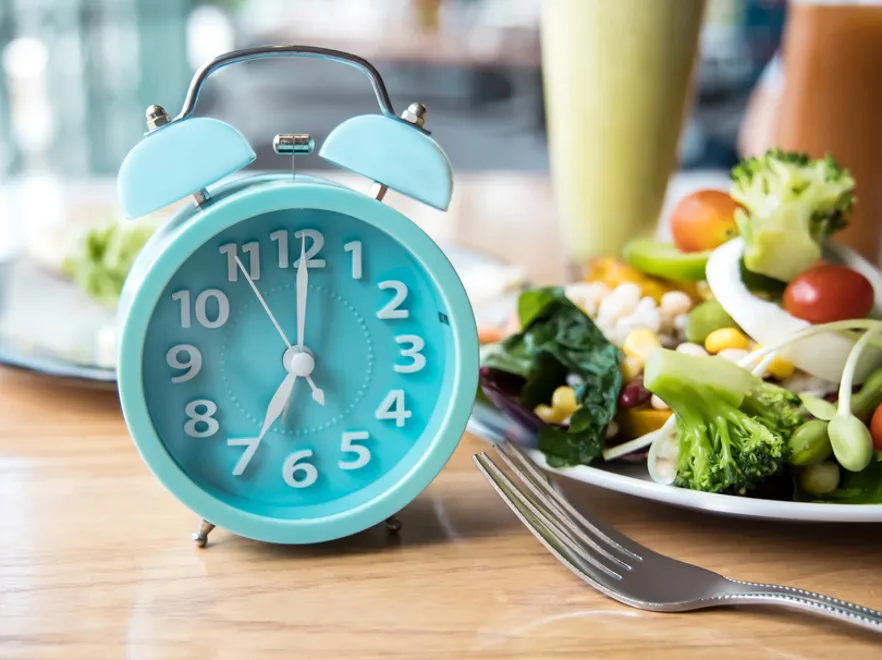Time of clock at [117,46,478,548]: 7:00
